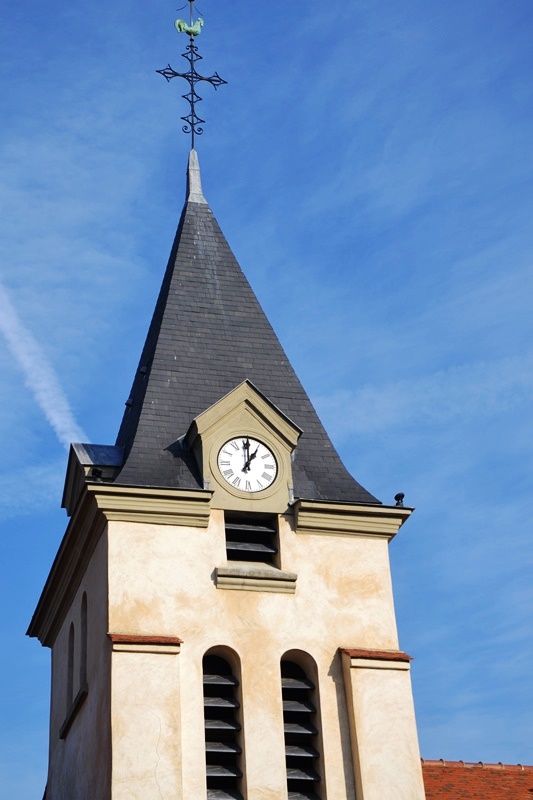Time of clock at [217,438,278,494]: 1:00
